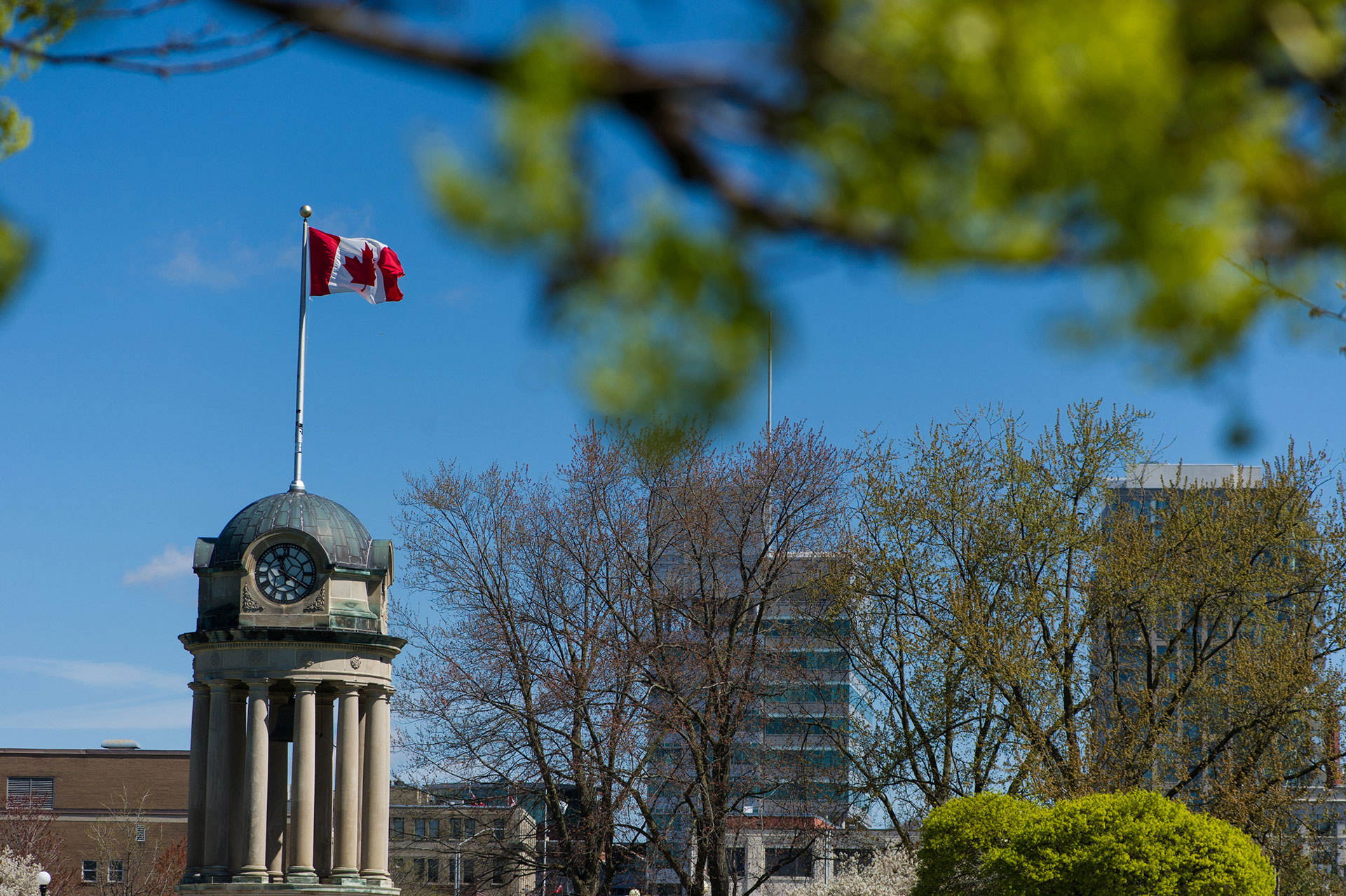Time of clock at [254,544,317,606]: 11:20
